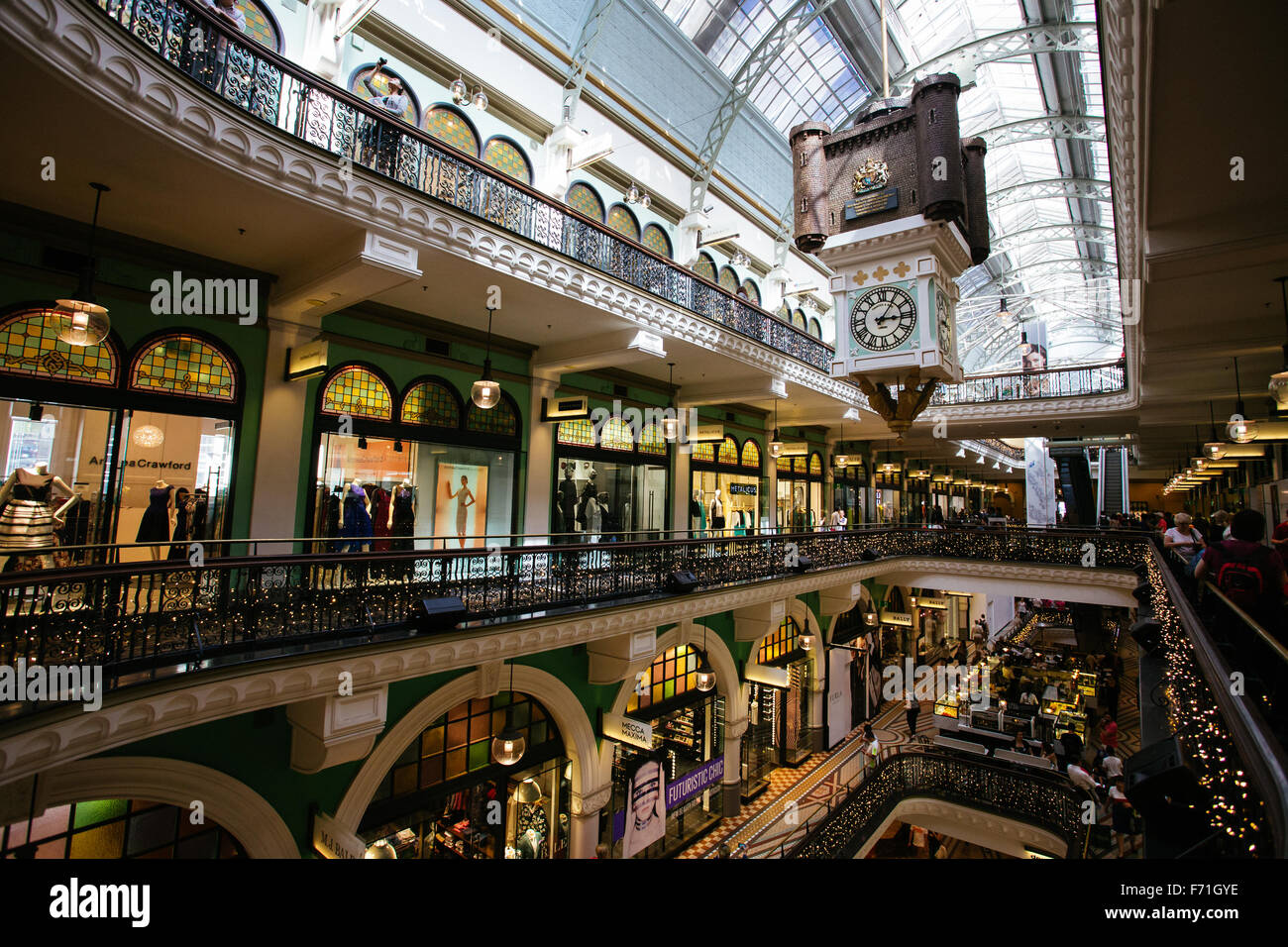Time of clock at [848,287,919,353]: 3:05
